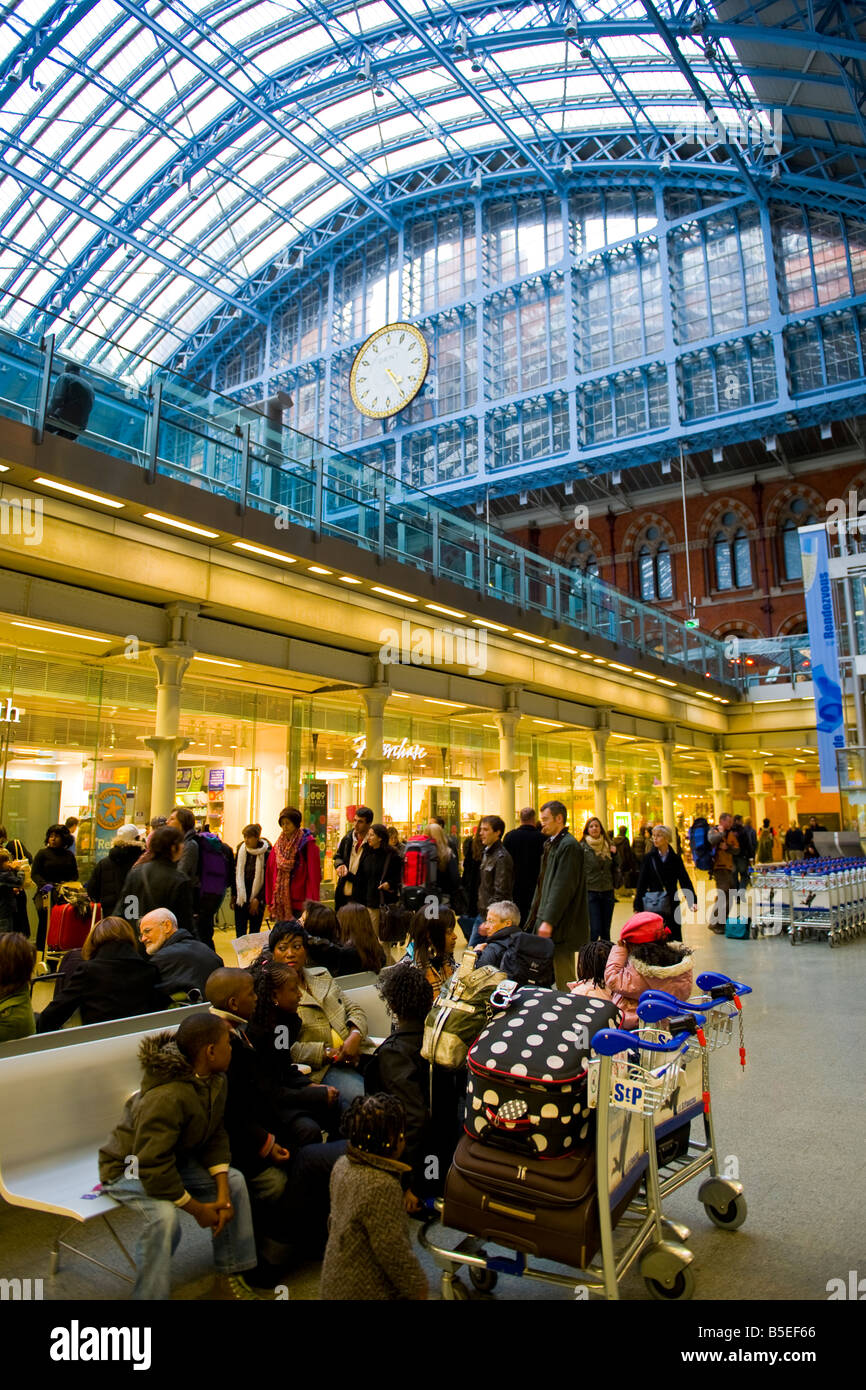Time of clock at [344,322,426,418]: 4:24
